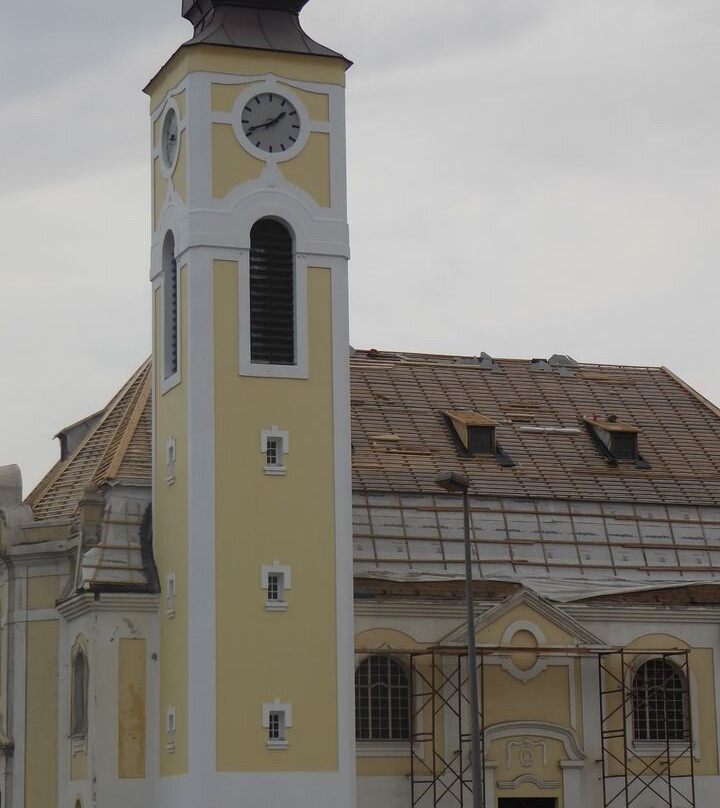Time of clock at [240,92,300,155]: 1:41
